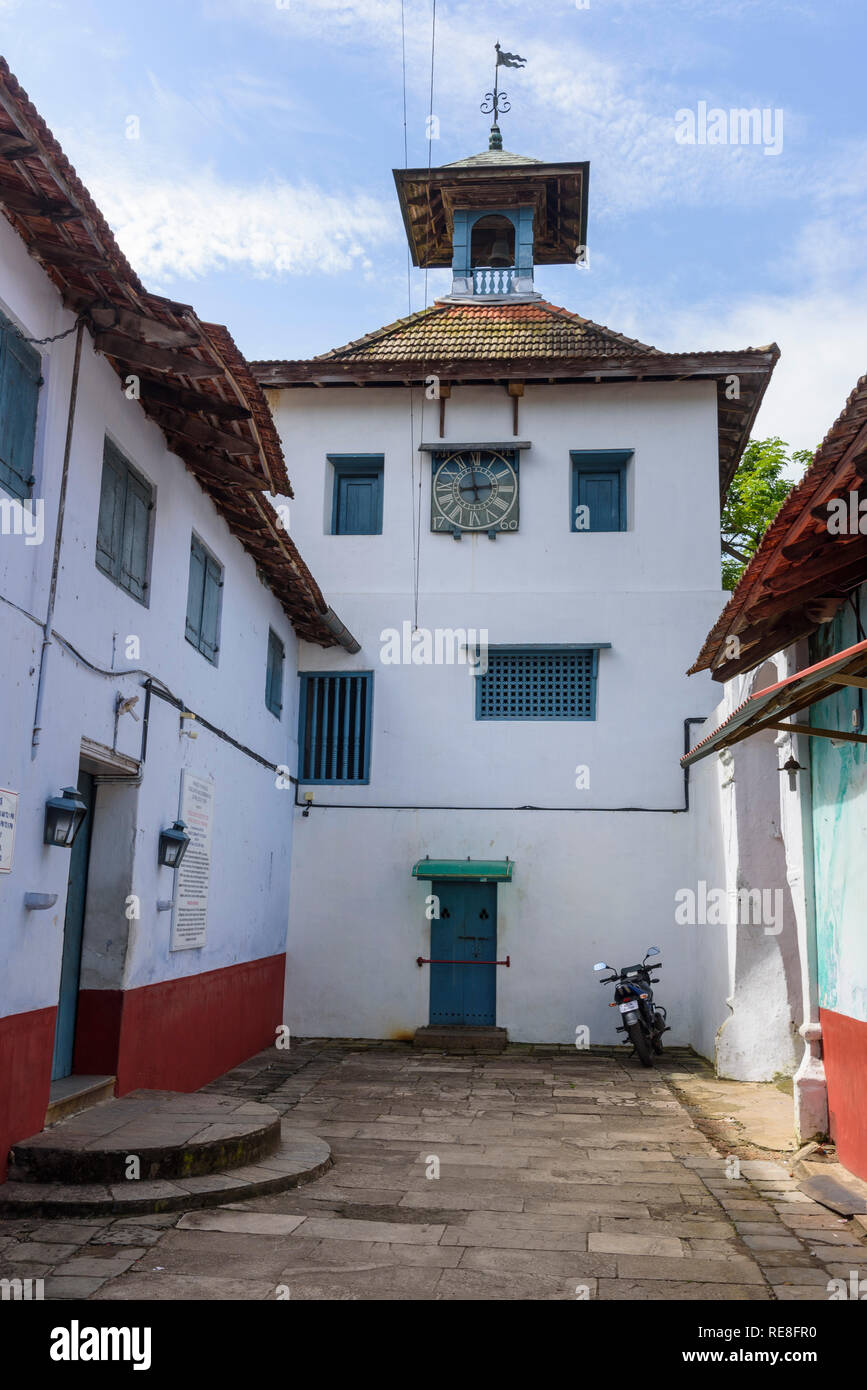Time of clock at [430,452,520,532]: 2:58
